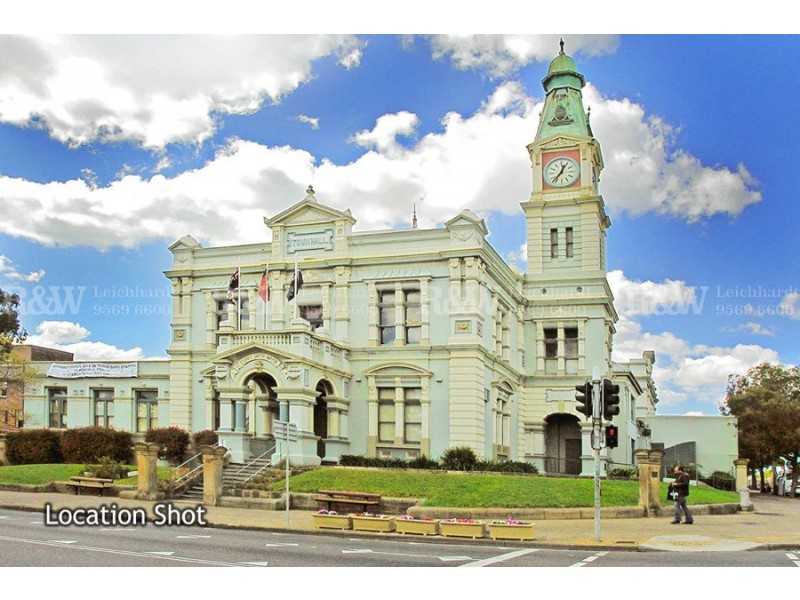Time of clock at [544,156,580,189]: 12:36
